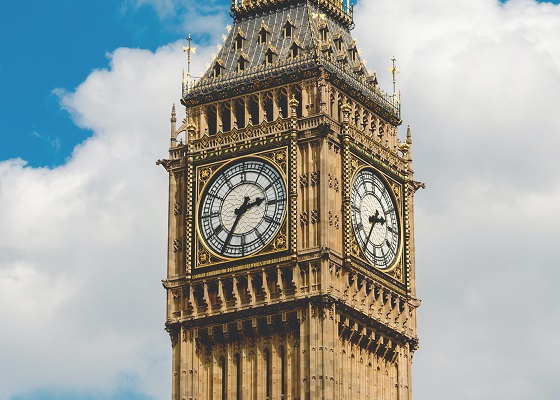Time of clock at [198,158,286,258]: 2:35
